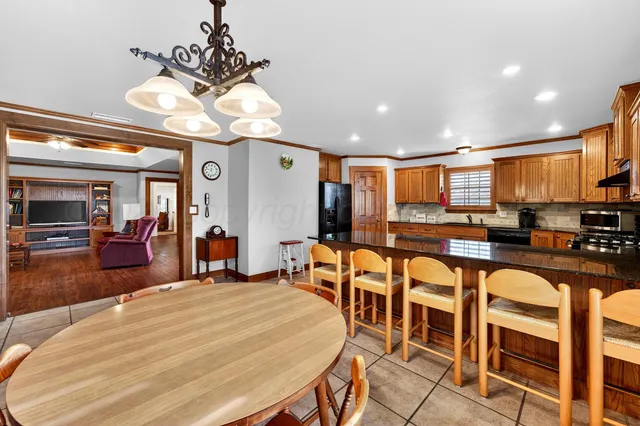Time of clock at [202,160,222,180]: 11:46
